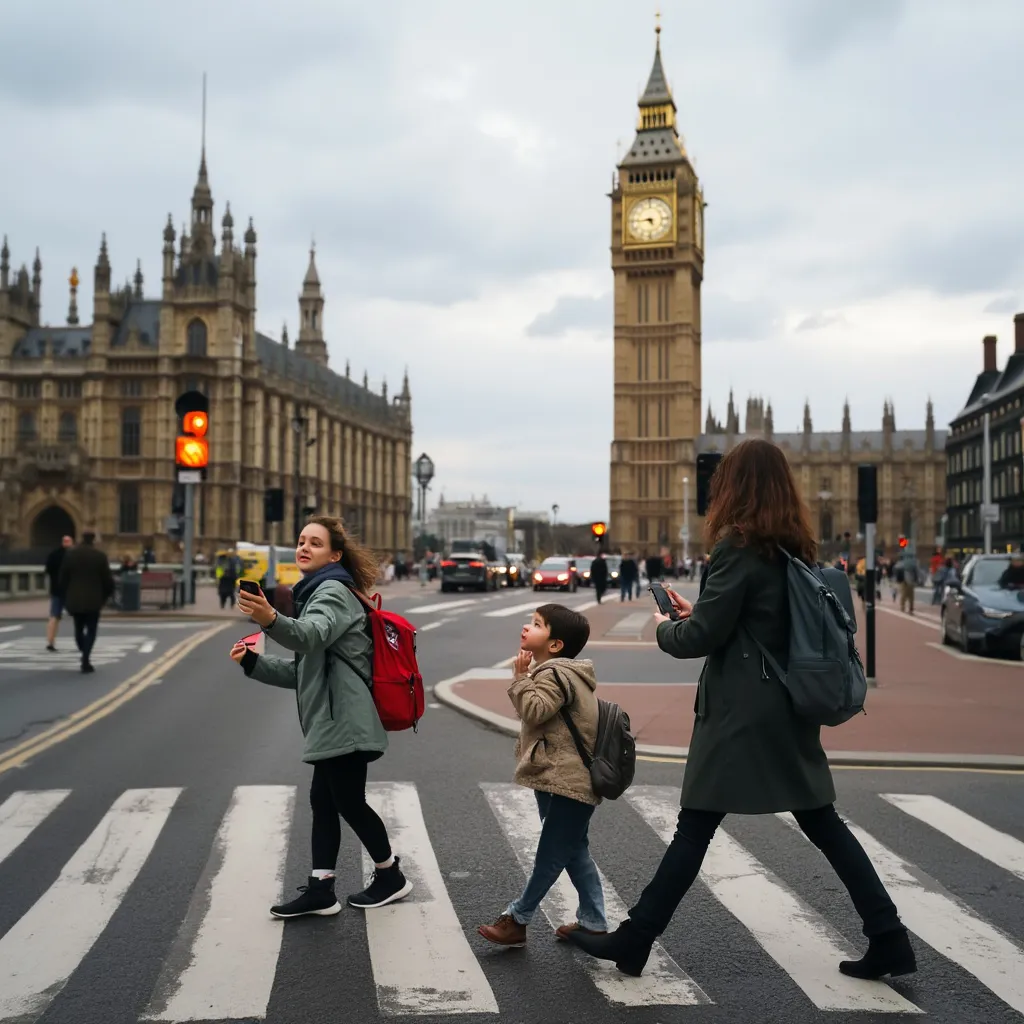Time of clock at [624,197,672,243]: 4:44
